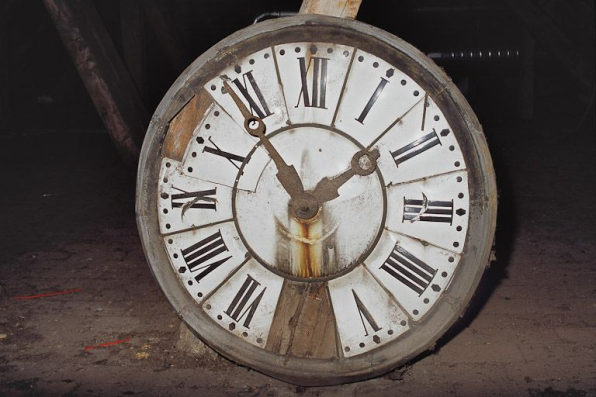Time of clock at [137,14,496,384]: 1:54
